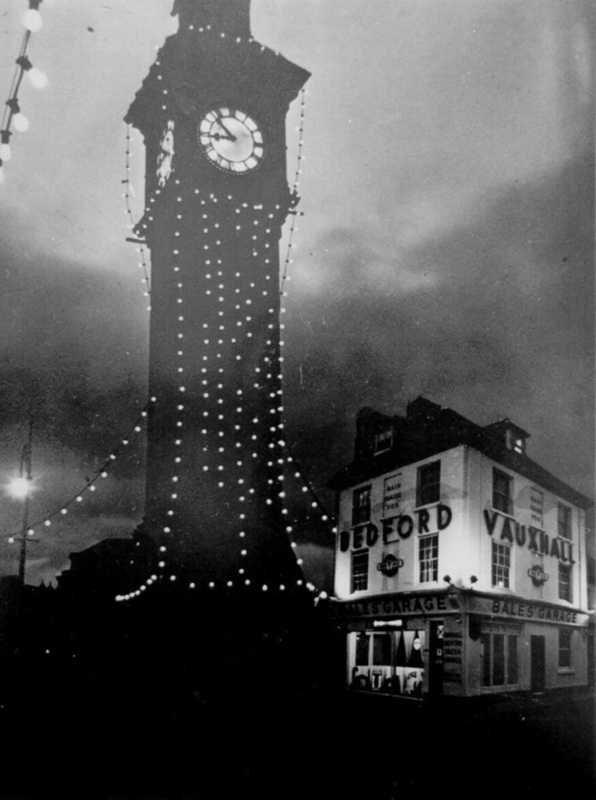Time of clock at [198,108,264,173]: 8:52
